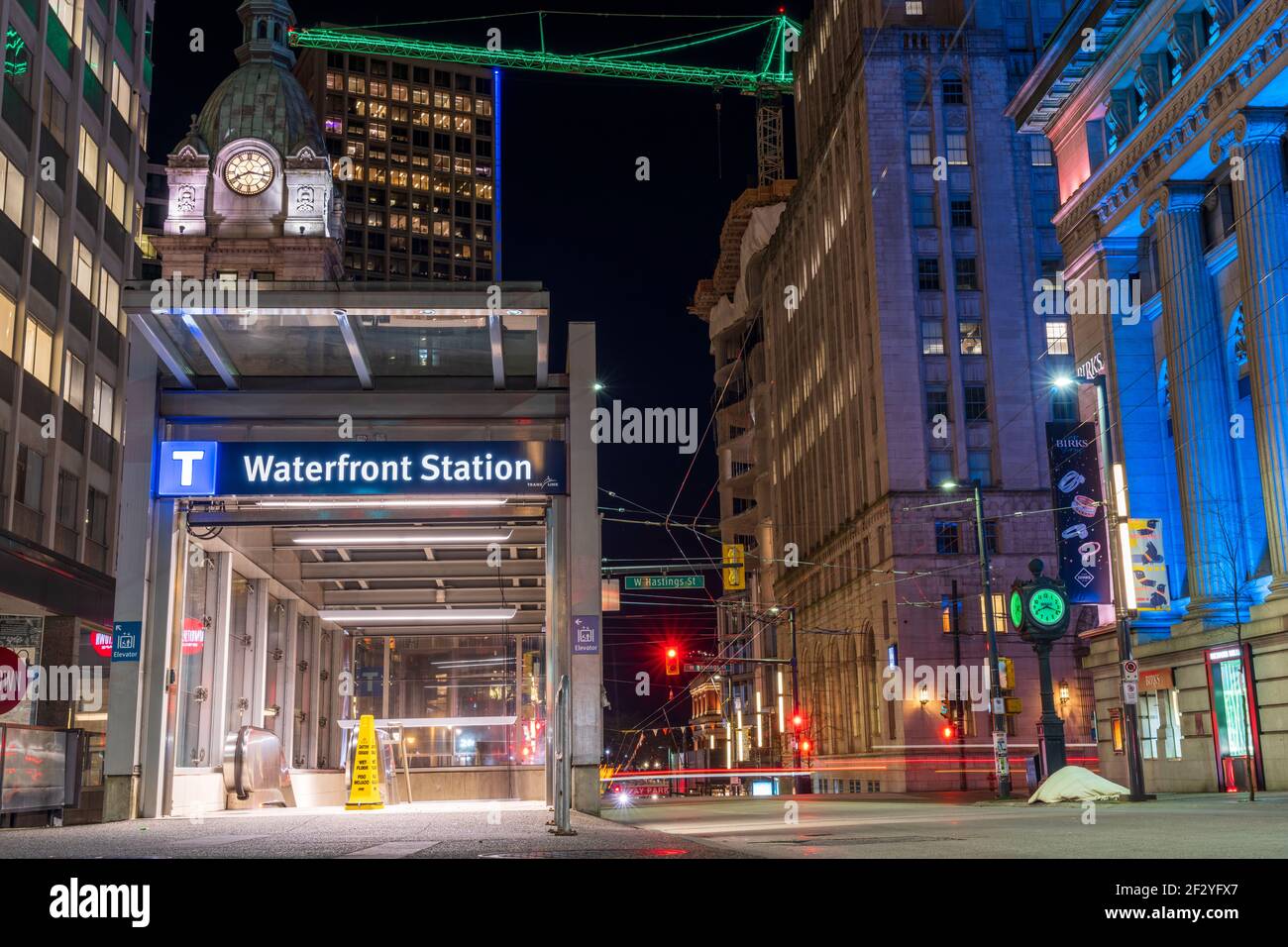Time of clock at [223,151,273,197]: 8:16
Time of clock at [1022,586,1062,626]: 8:18
